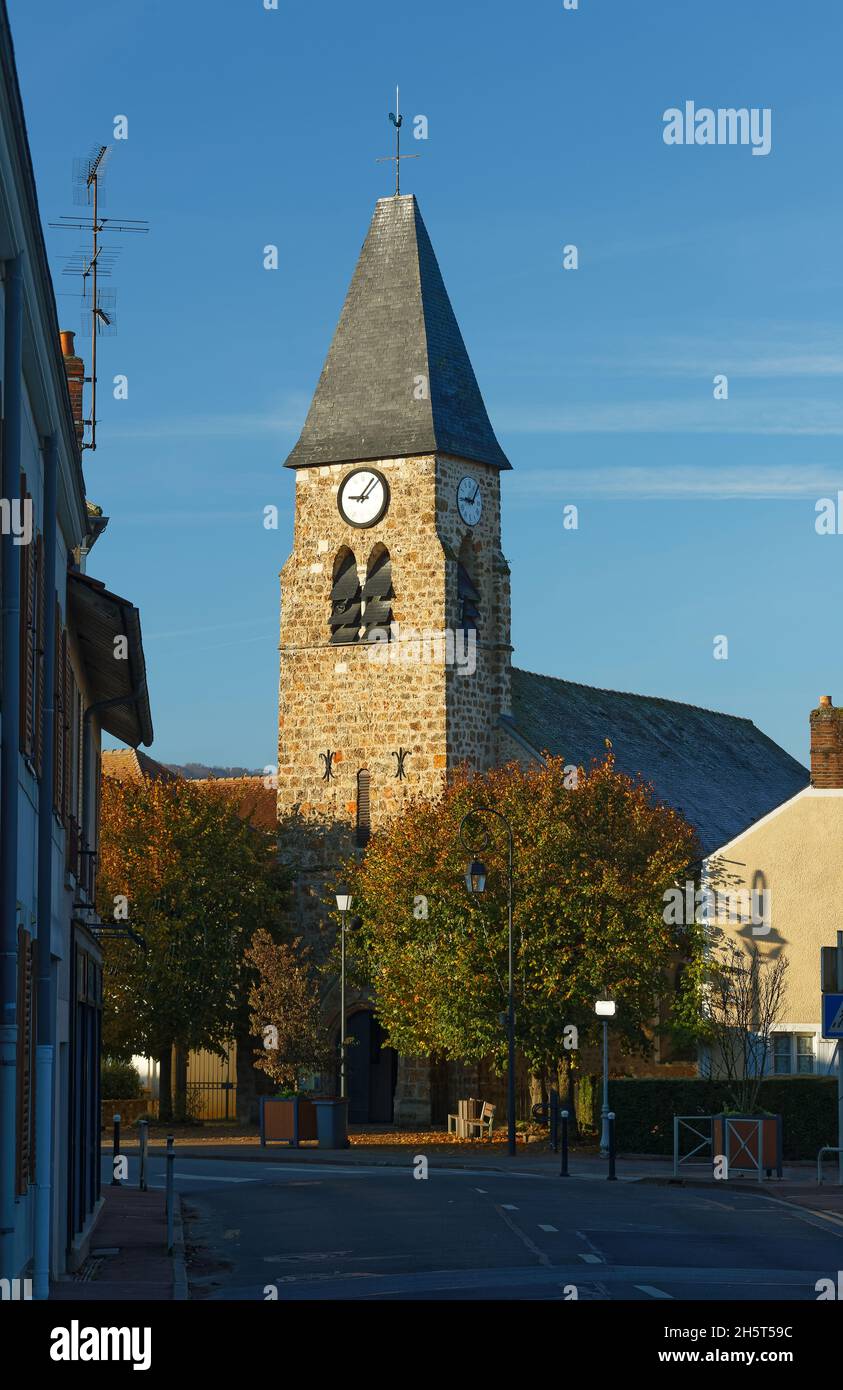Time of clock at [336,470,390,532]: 9:07
